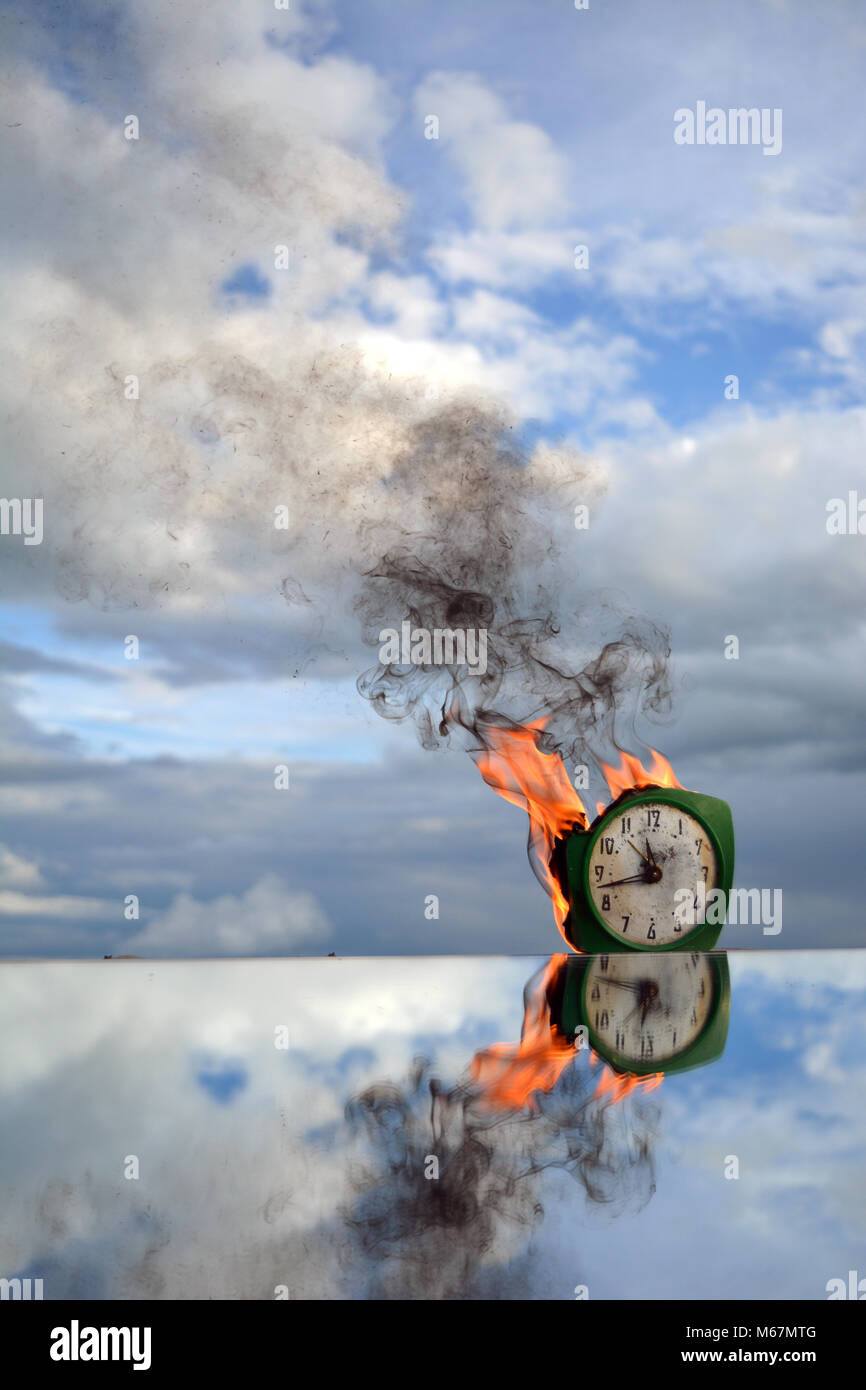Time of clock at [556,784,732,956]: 11:42
